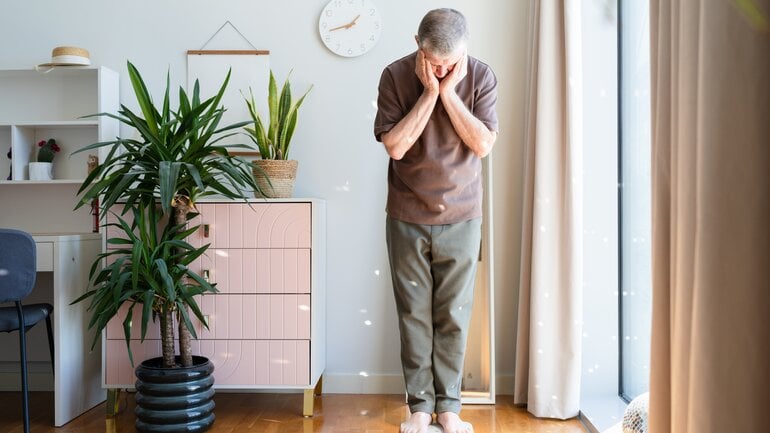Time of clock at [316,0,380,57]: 1:42
